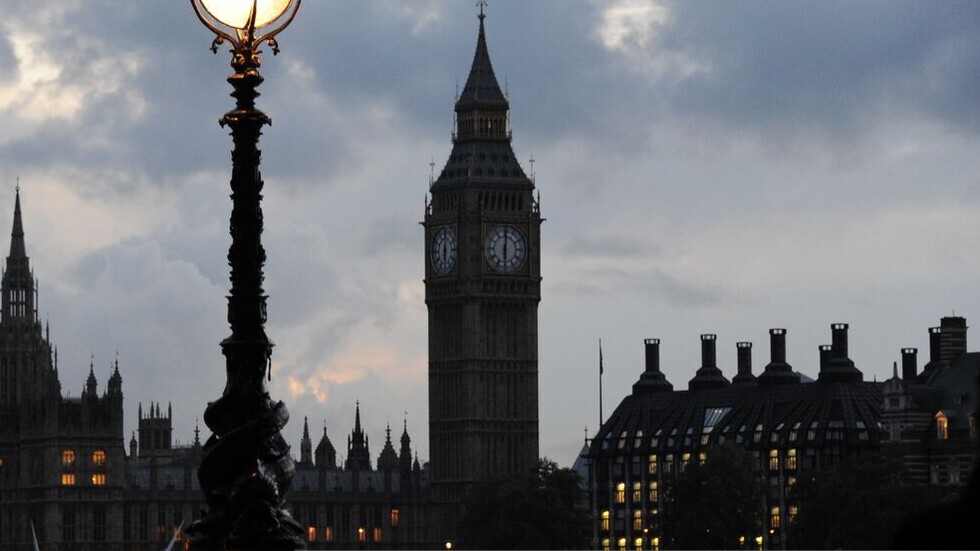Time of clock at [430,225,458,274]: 5:59
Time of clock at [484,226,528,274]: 6:00
